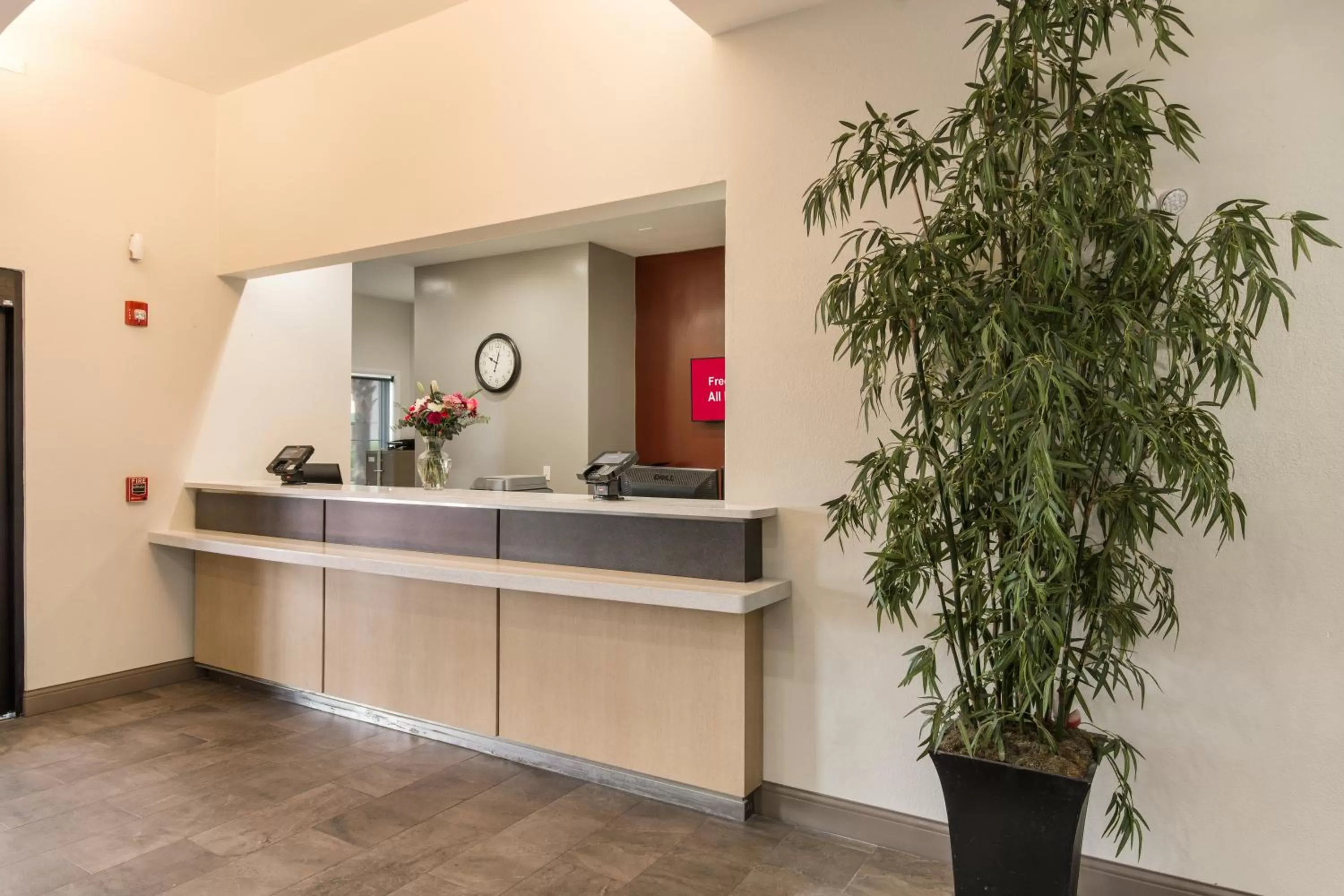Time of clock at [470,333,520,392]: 10:02
